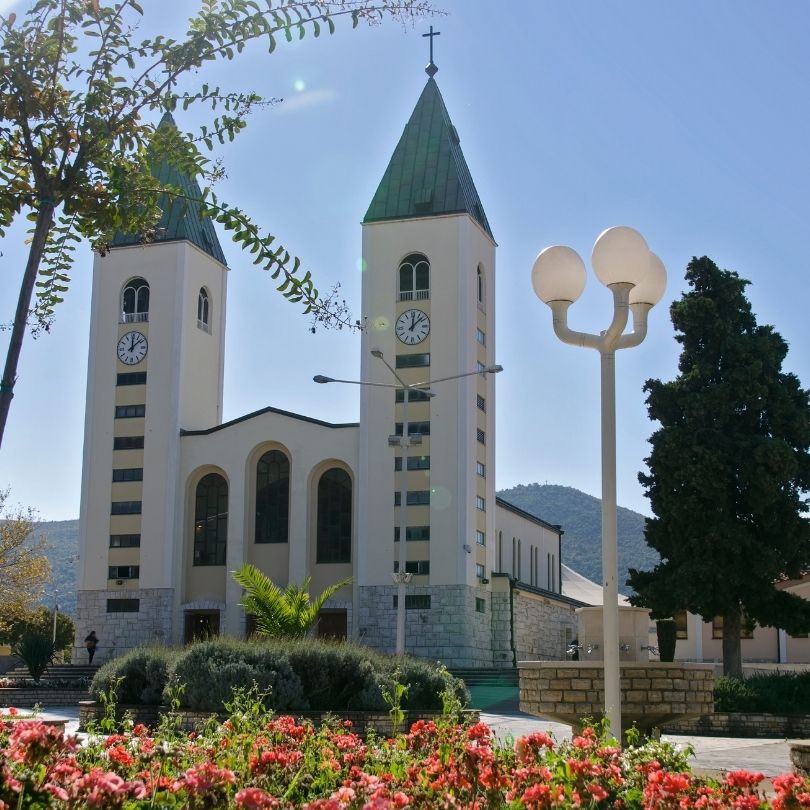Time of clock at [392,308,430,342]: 12:07
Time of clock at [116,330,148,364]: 12:08
